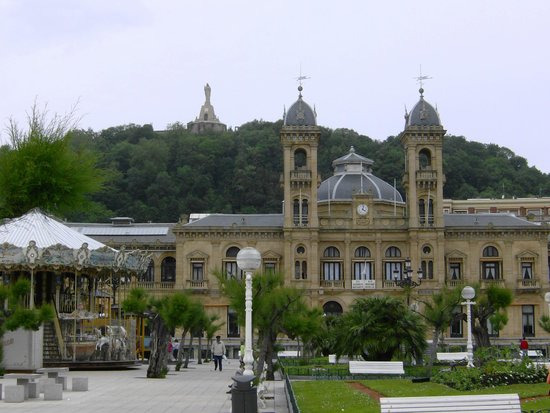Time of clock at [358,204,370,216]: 4:02
